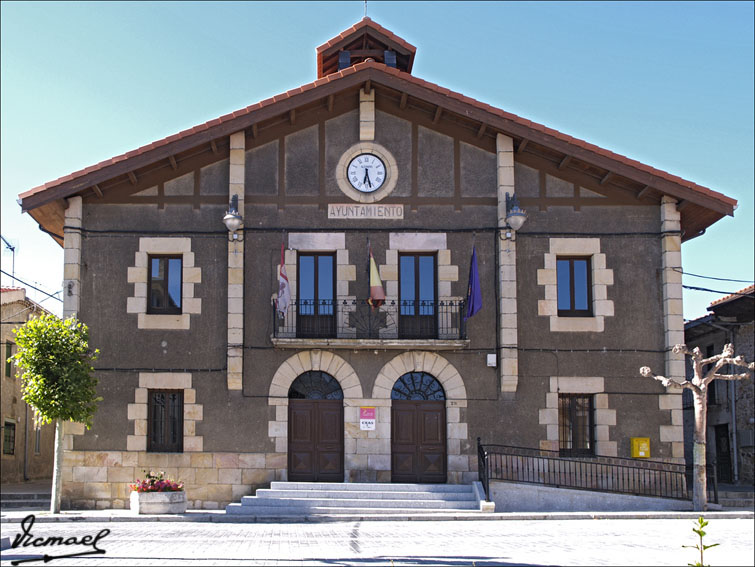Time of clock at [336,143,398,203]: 6:27
